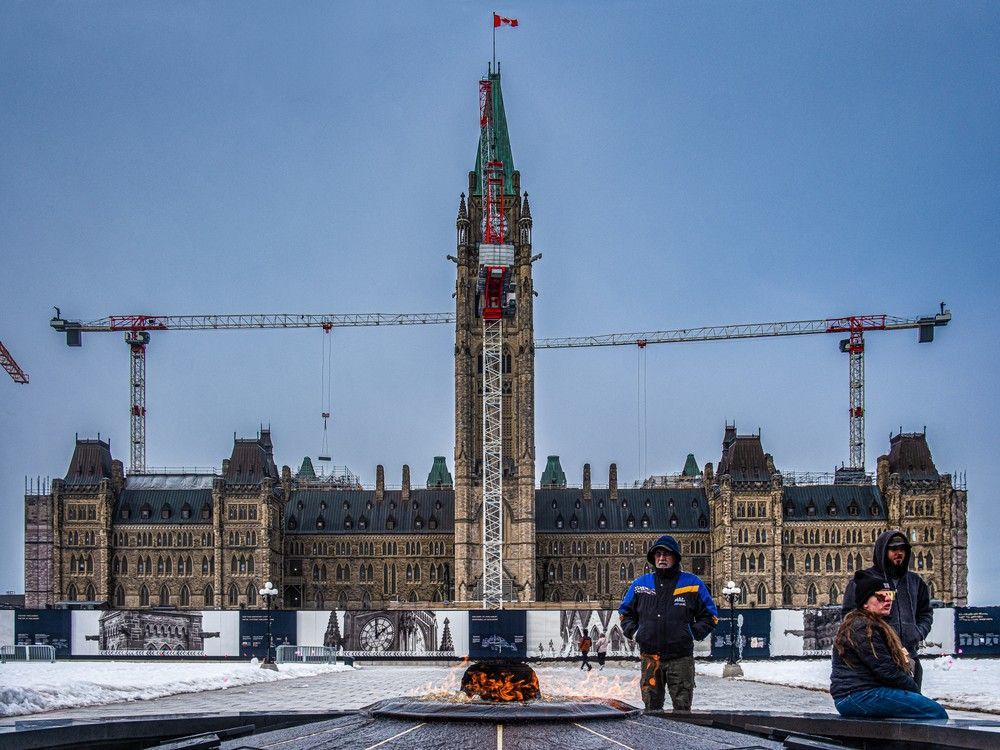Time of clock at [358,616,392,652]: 1:59
